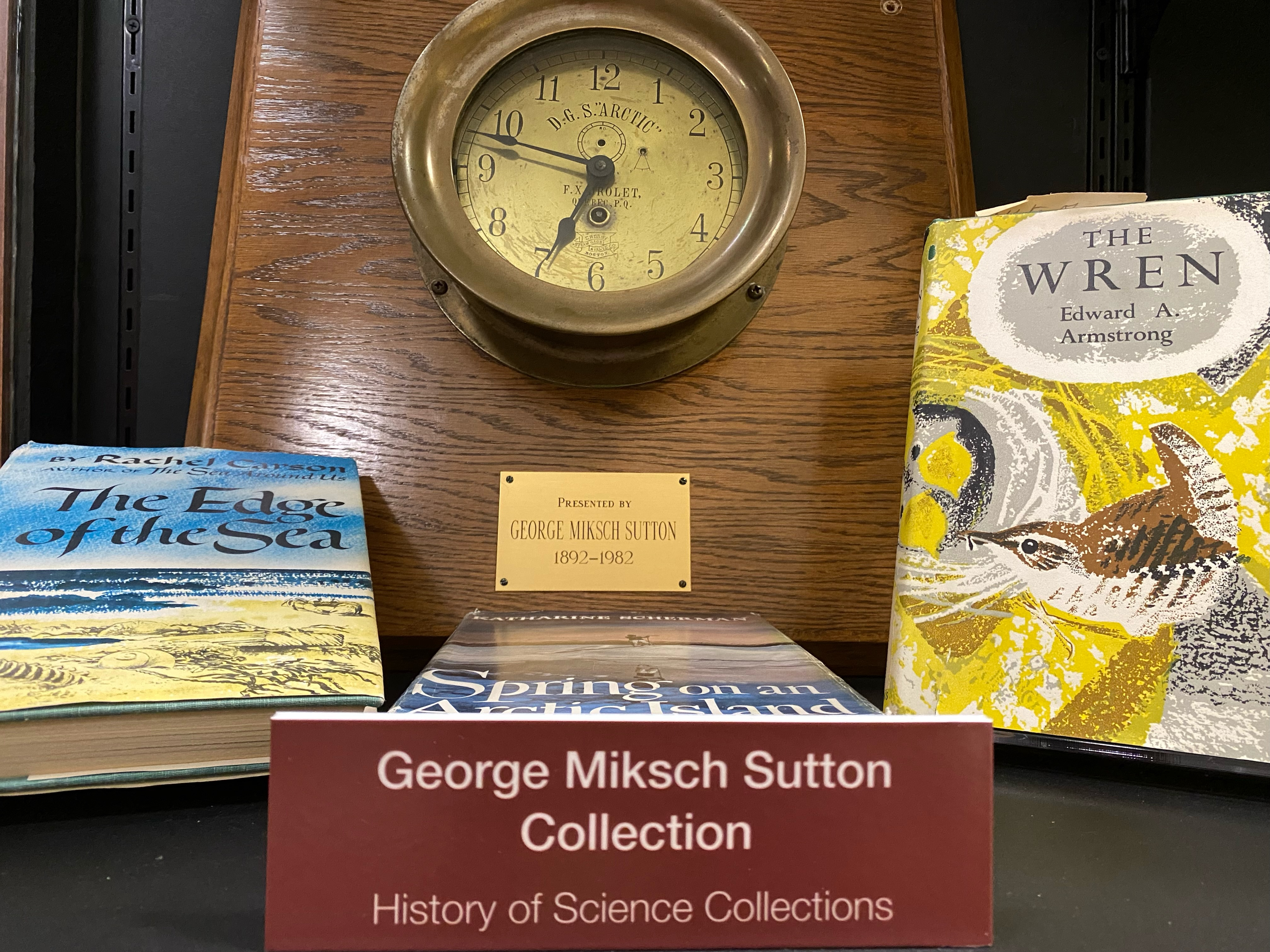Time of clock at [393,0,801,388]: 6:47
